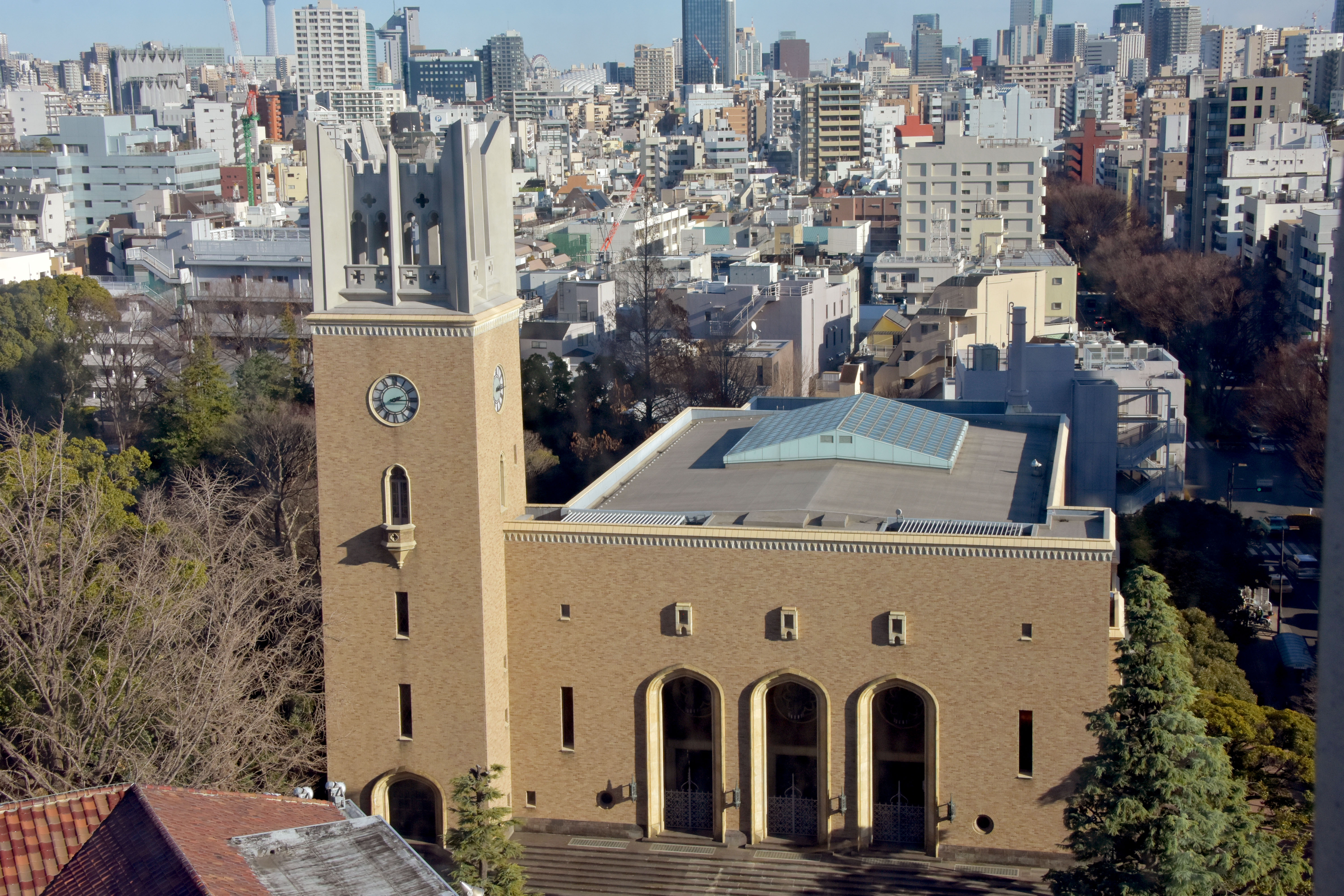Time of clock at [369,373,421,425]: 2:15
